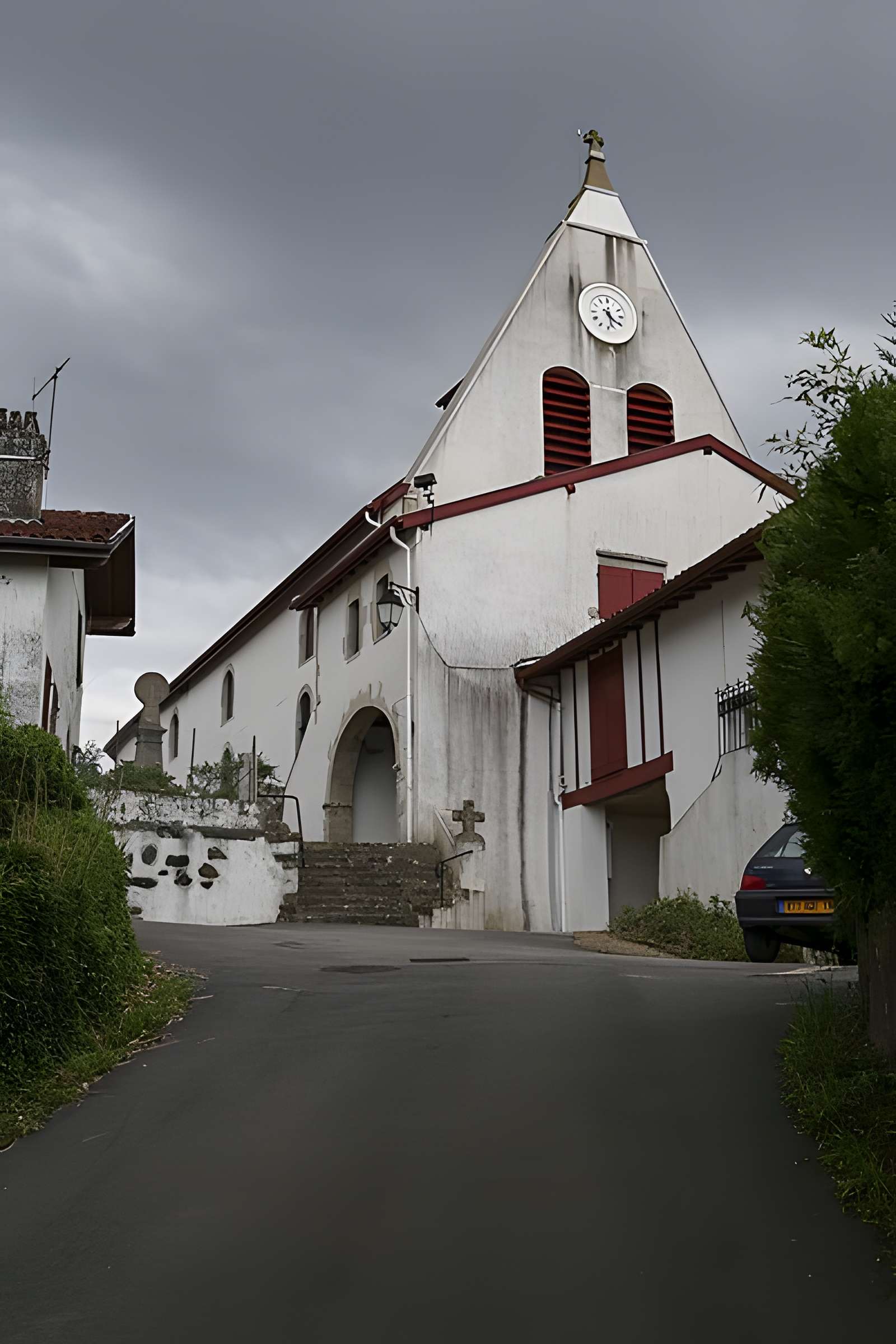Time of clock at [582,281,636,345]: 5:20
